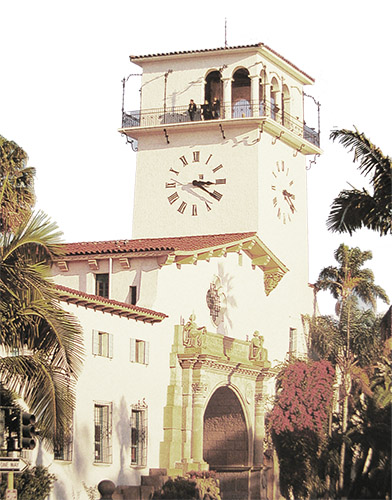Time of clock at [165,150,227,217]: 3:20
